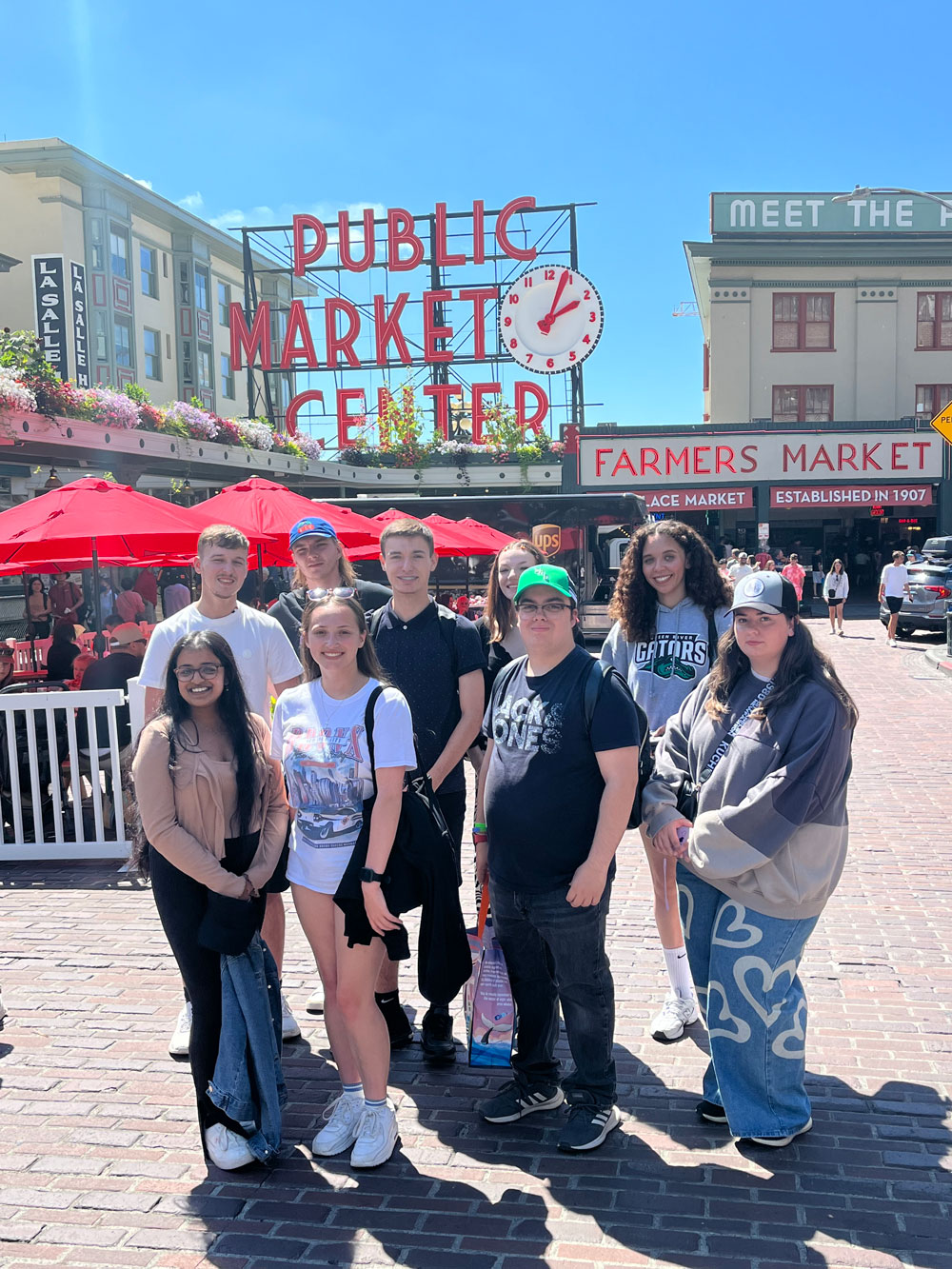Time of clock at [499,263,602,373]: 2:03
